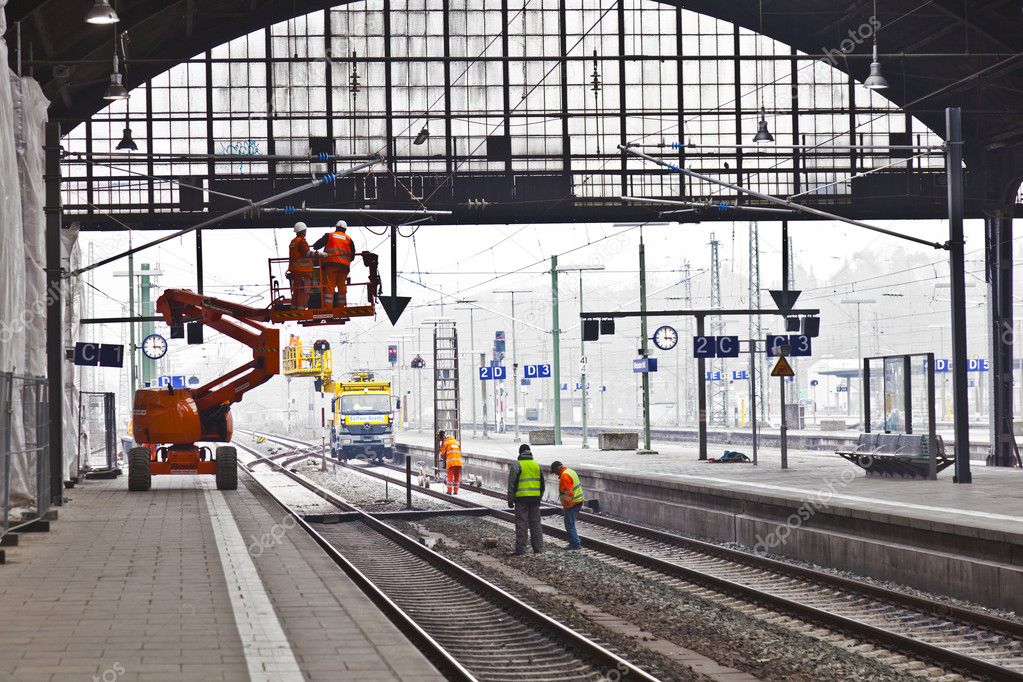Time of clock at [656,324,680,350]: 2:59
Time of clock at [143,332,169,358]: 2:59
